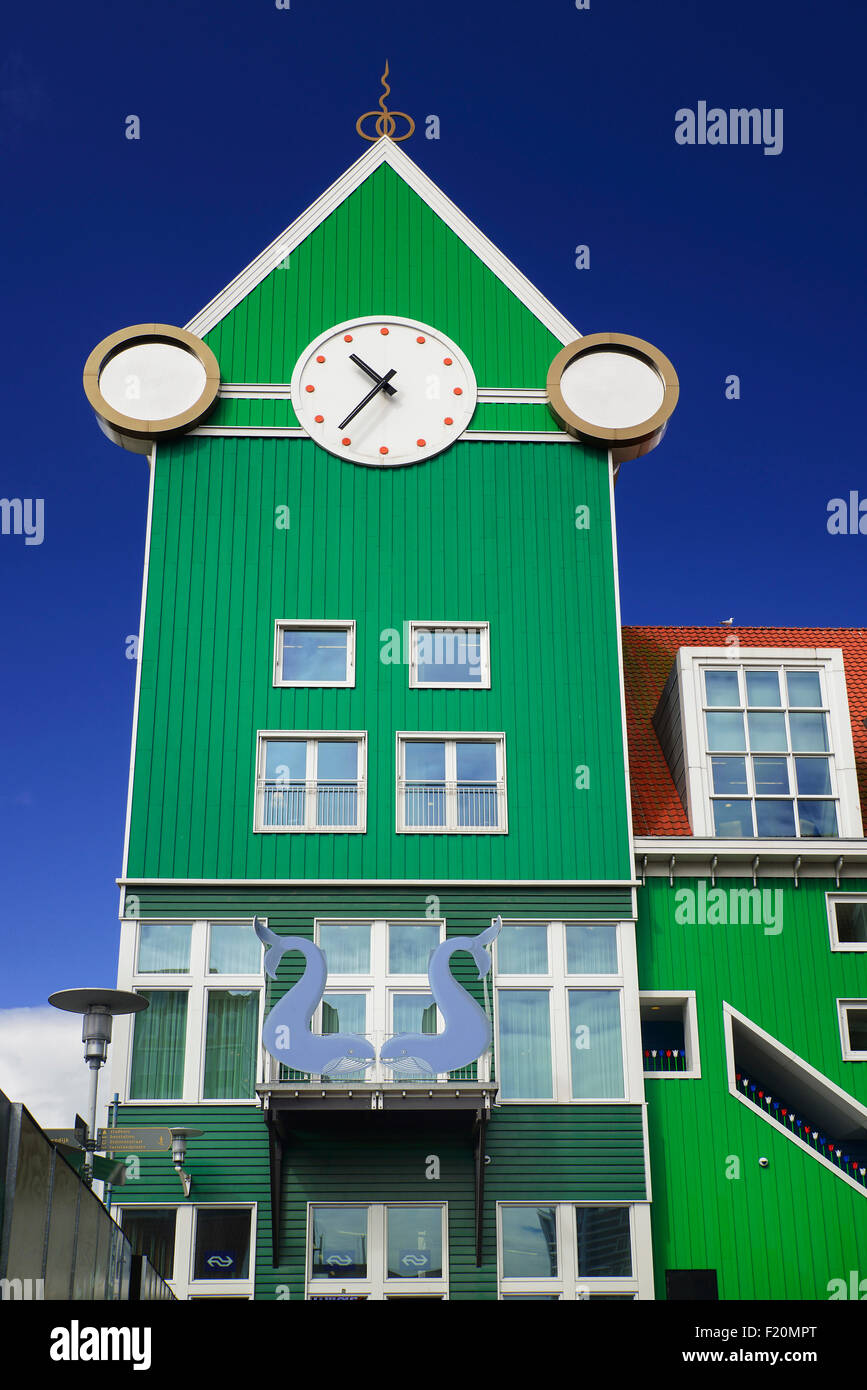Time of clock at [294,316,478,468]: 10:36
